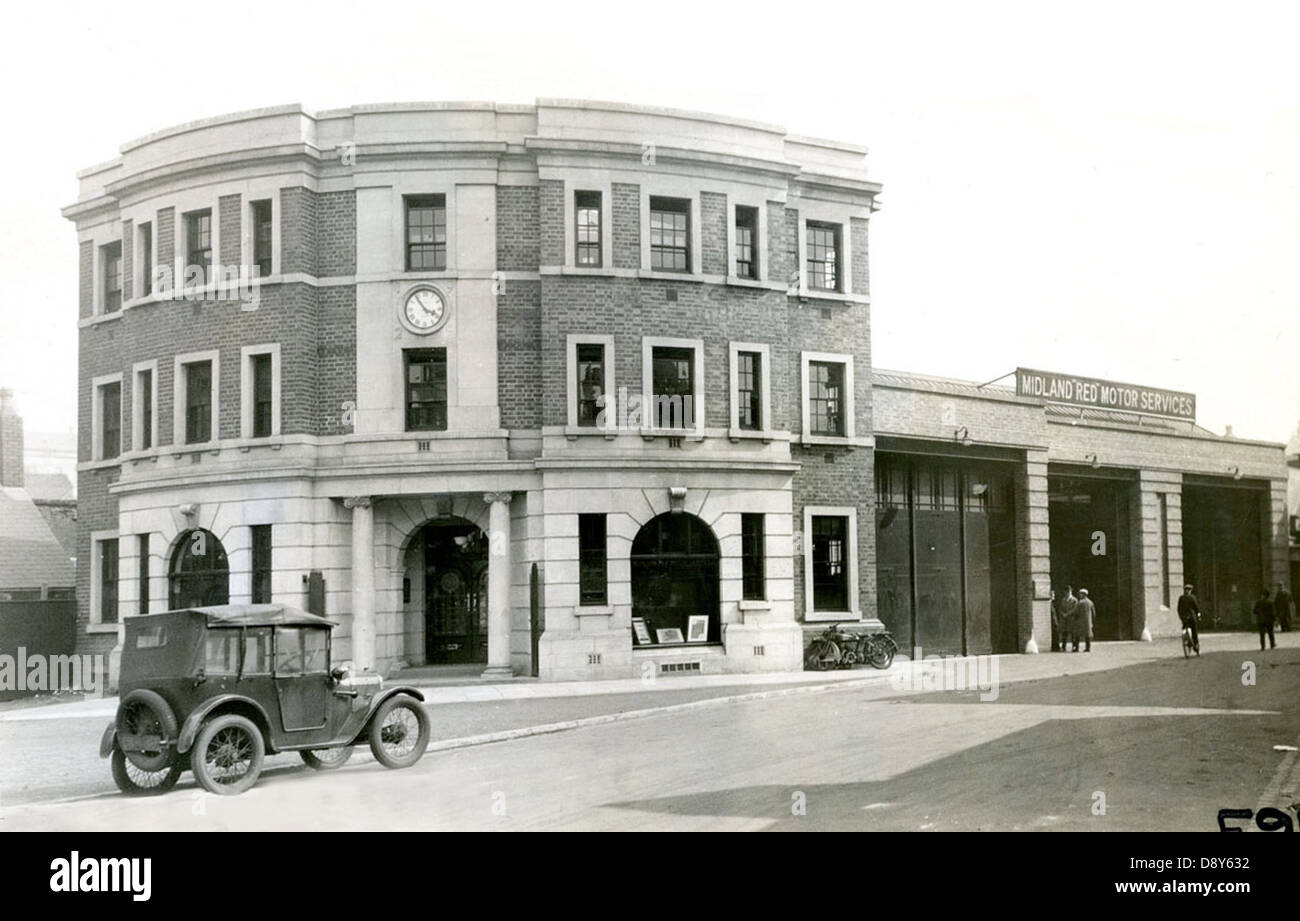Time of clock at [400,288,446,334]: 3:54
